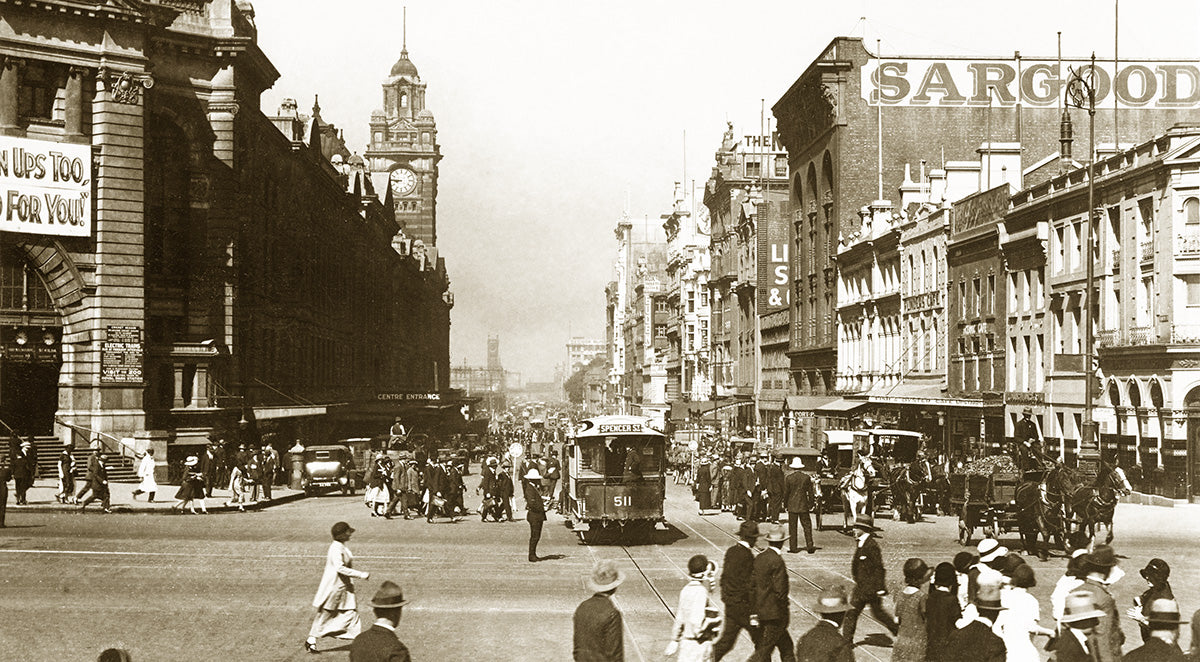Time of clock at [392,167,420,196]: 8:45
